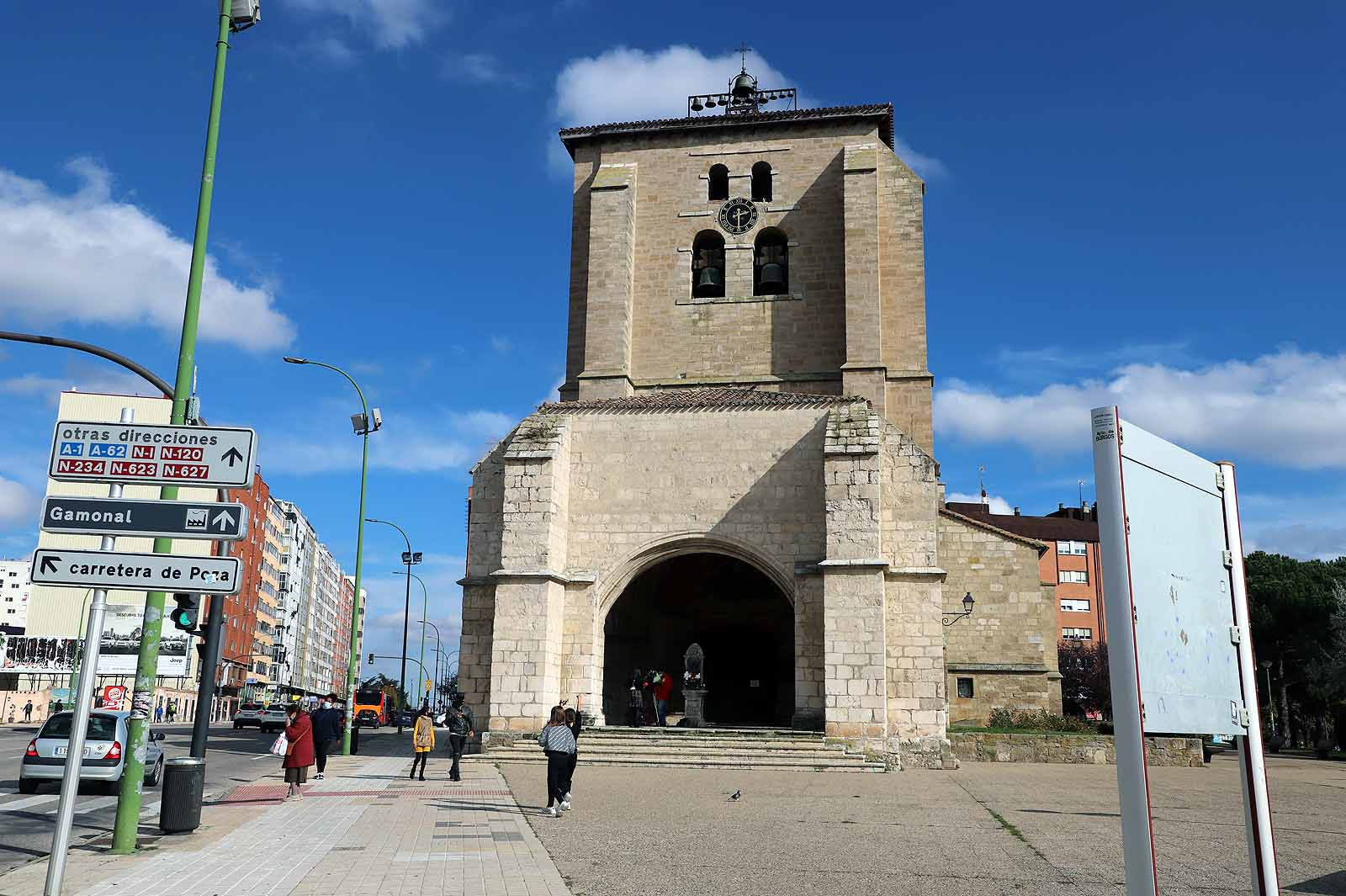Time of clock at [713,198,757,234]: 2:29
